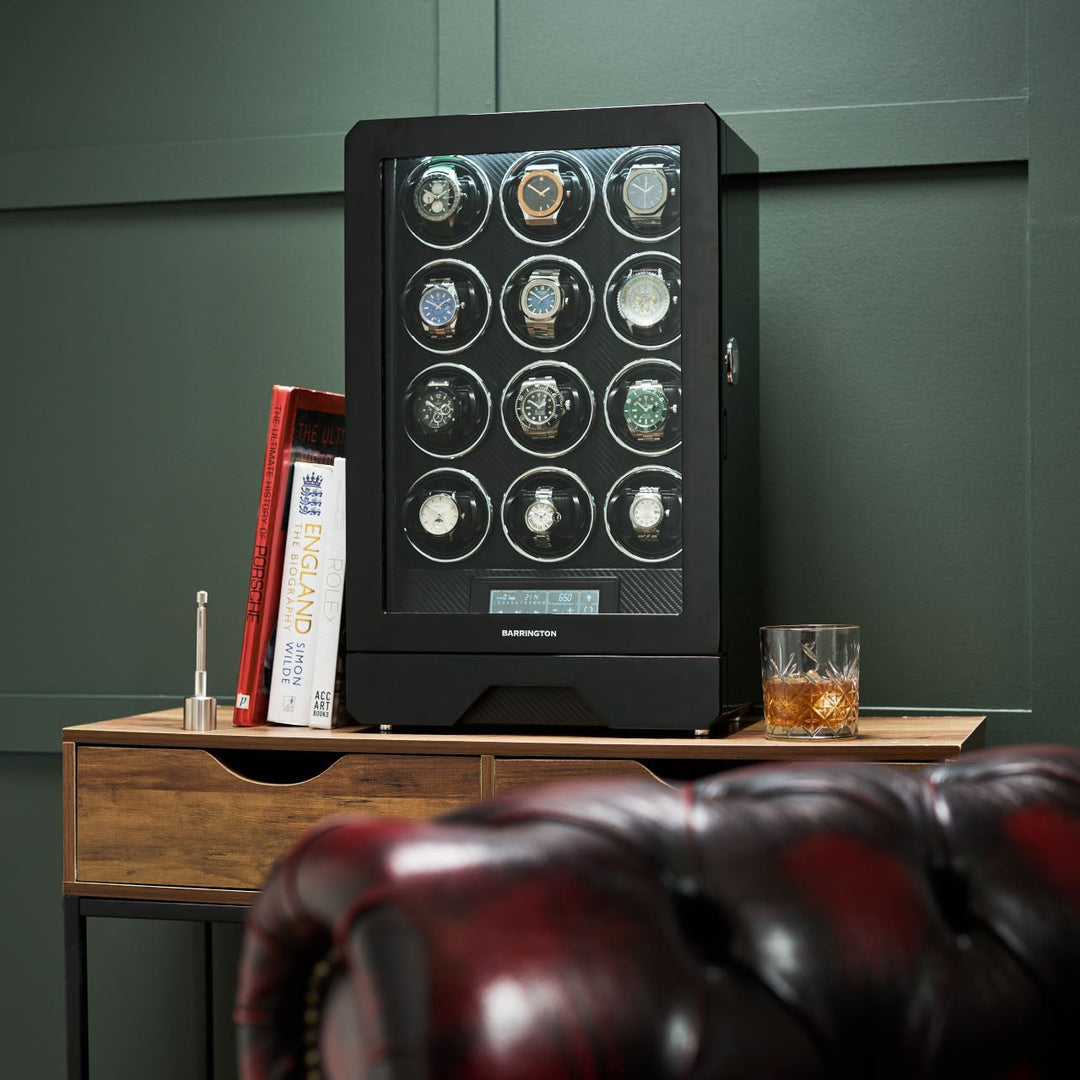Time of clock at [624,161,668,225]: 1:50
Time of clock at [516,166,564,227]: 1:51
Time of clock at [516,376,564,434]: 12:50
